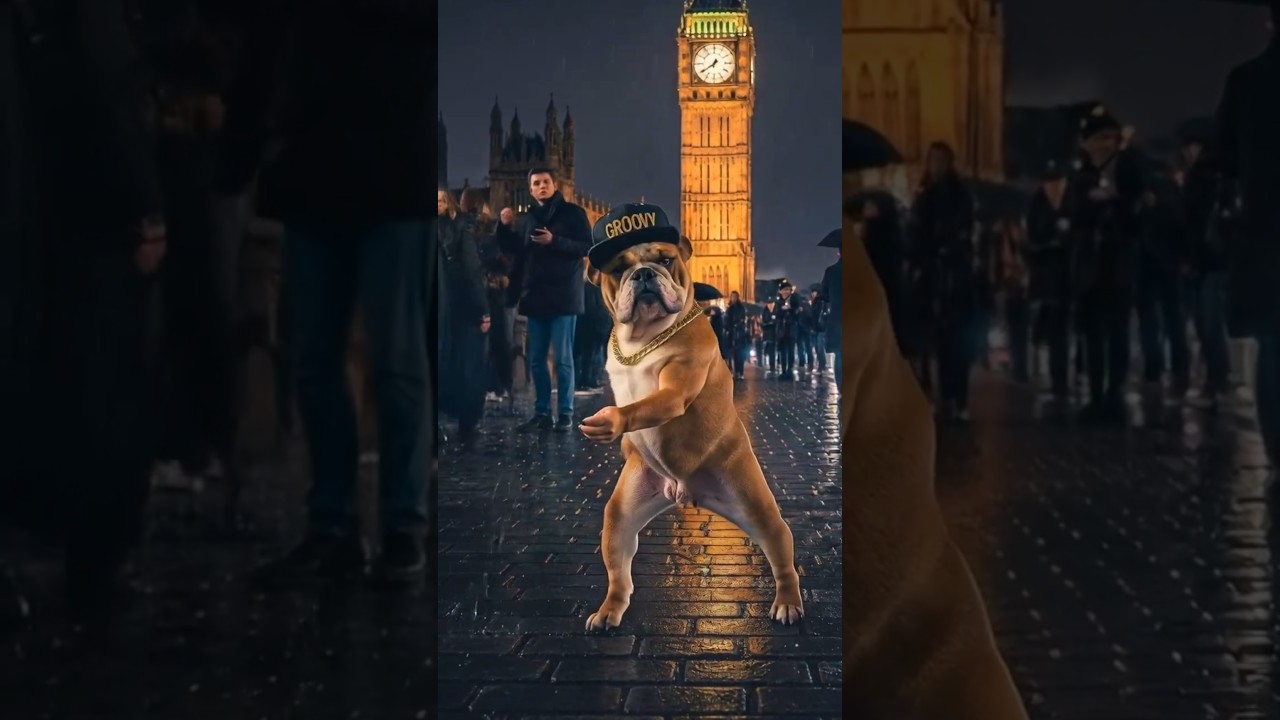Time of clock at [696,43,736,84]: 12:39
